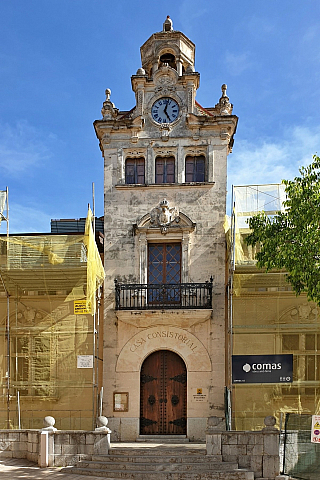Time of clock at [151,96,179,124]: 5:02
